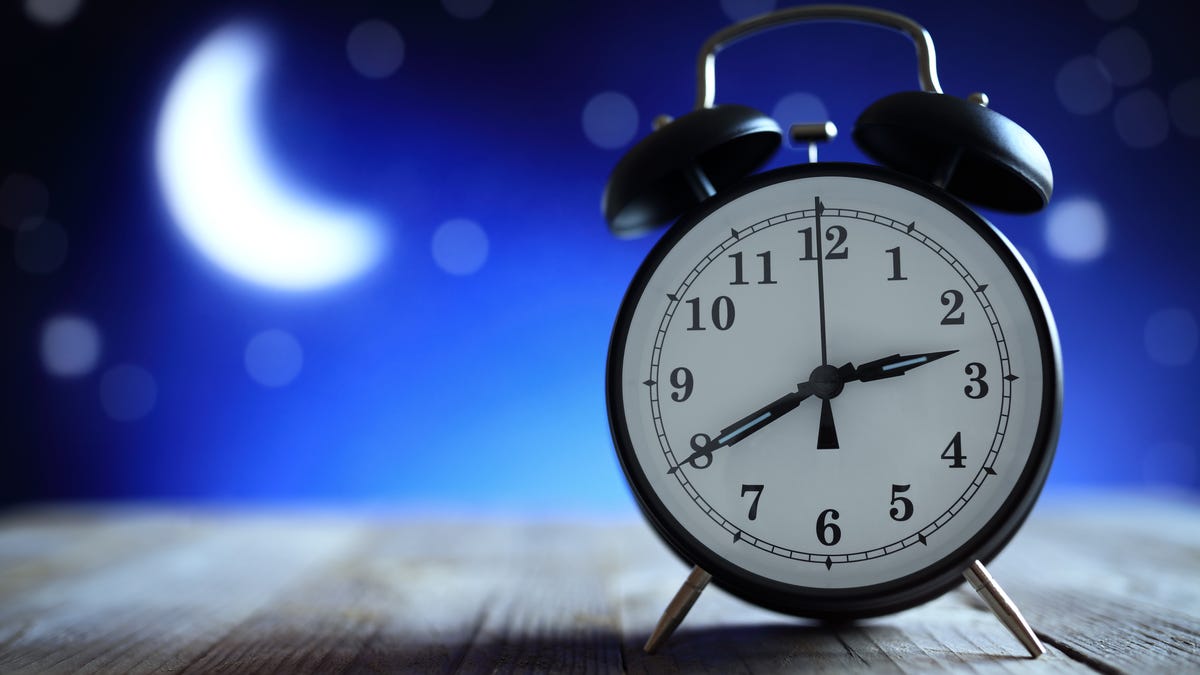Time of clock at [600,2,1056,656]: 2:40
